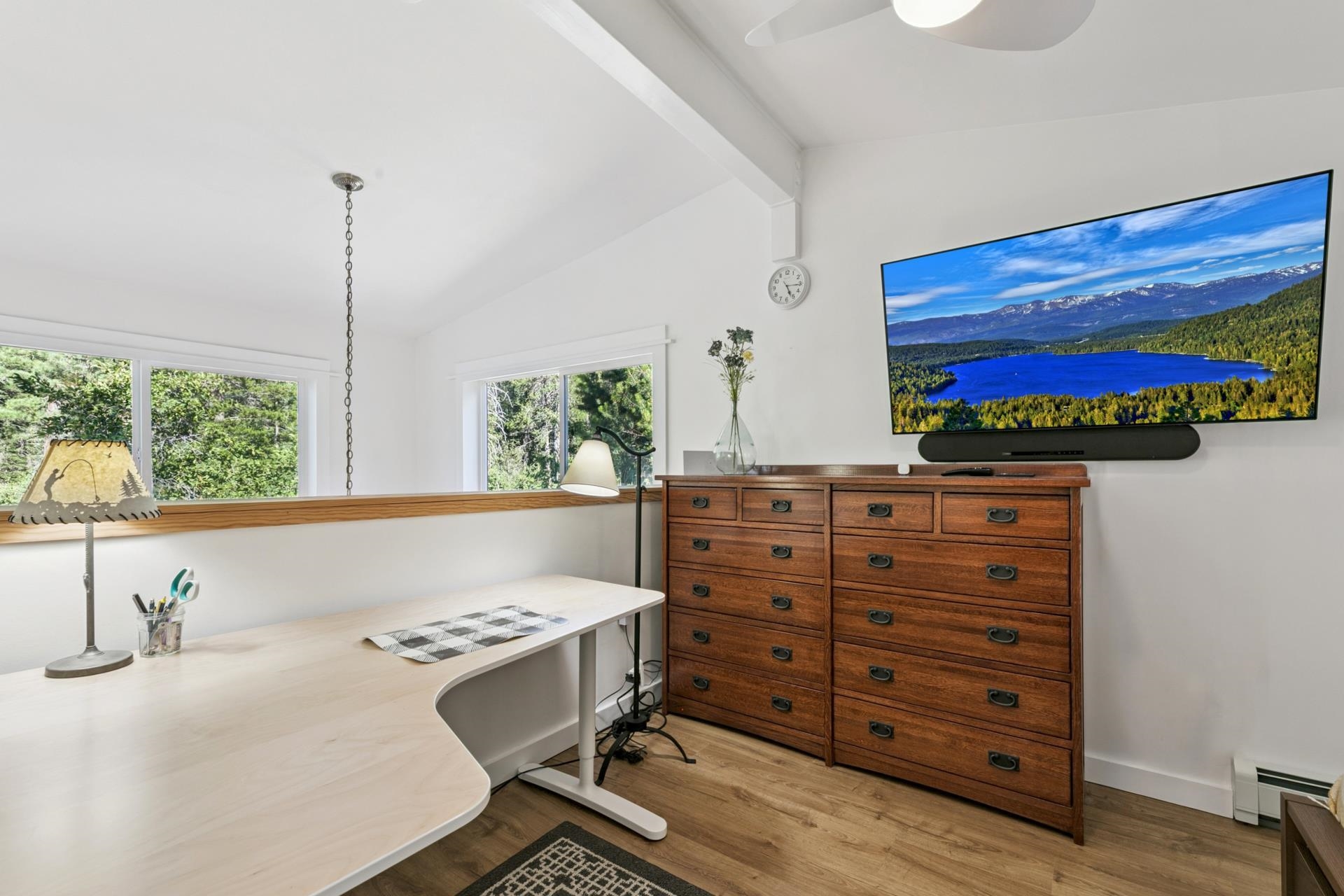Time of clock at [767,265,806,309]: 5:15
